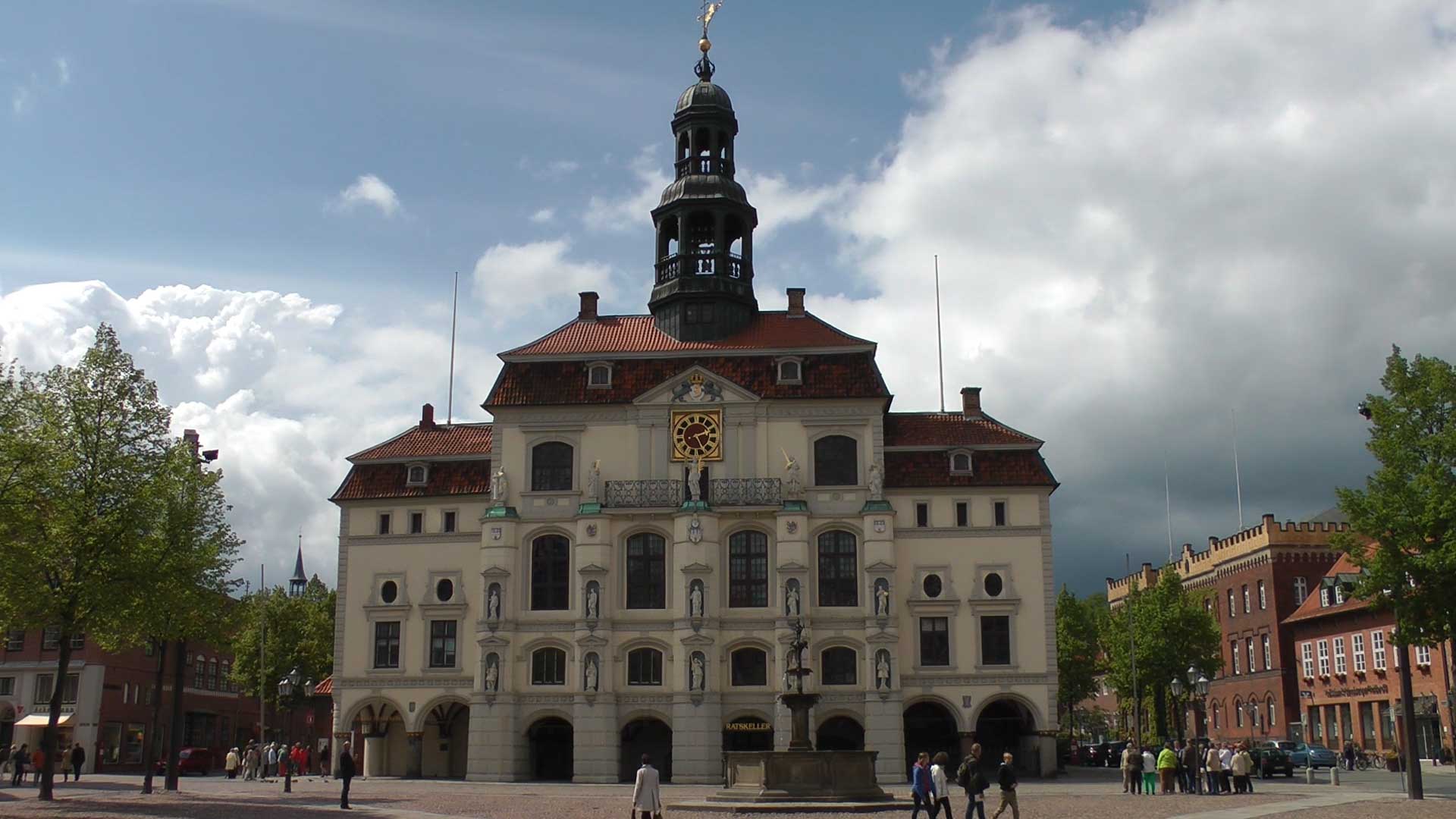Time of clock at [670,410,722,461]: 2:25
